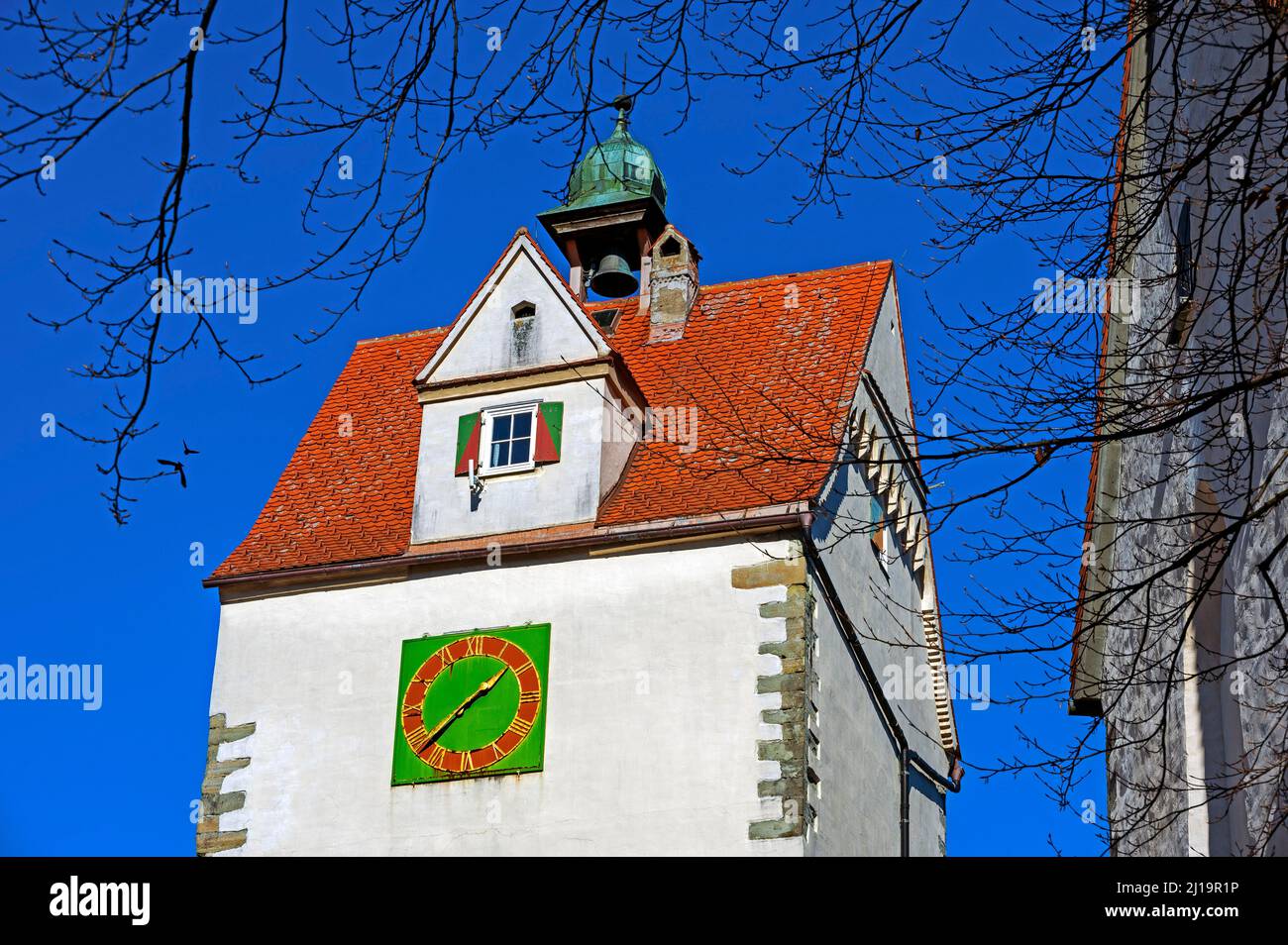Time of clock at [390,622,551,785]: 1:37
